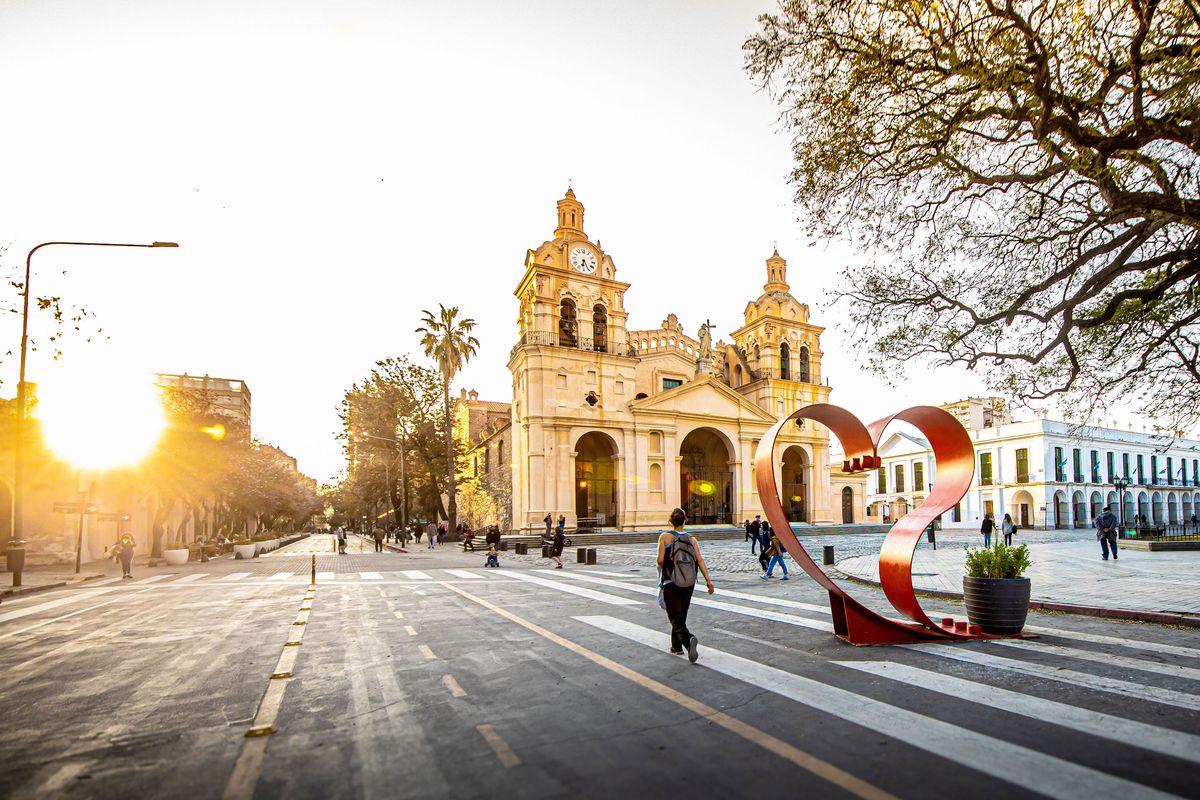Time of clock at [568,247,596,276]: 6:25
